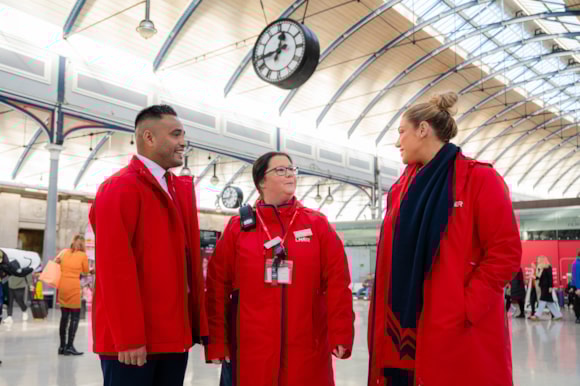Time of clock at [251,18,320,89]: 12:43
